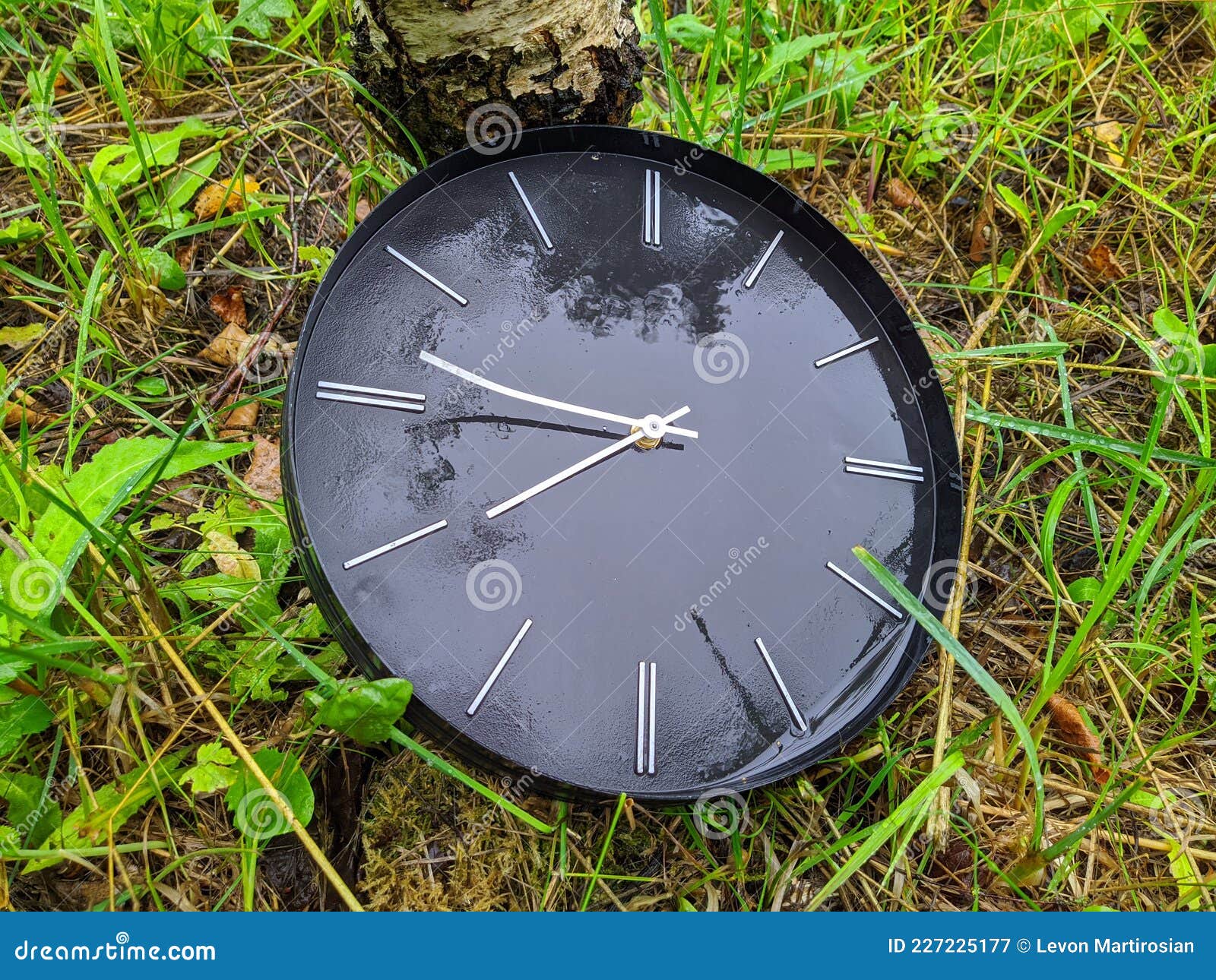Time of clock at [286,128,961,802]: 8:46
